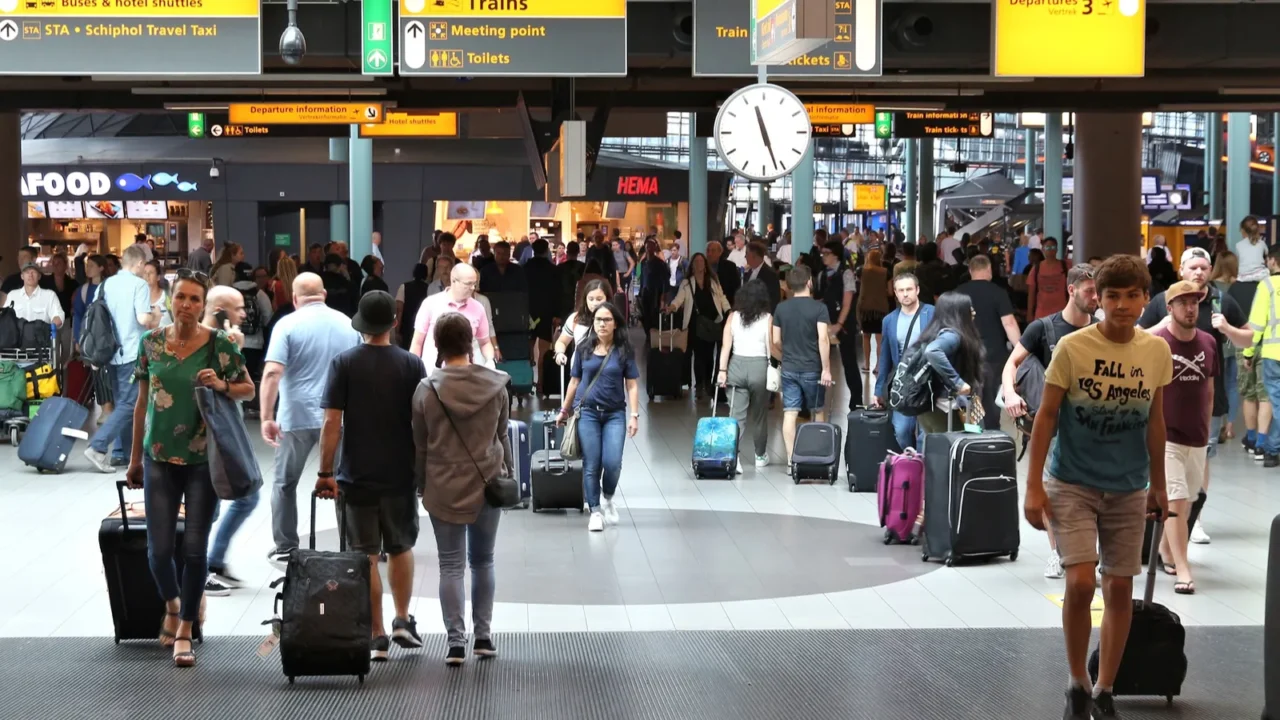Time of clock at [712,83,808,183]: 11:26
